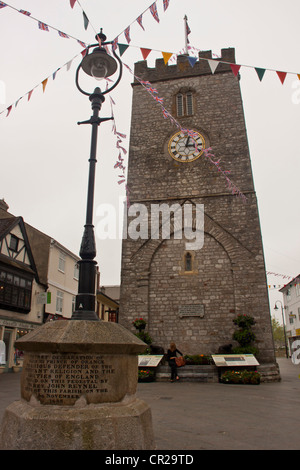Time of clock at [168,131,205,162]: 3:02
